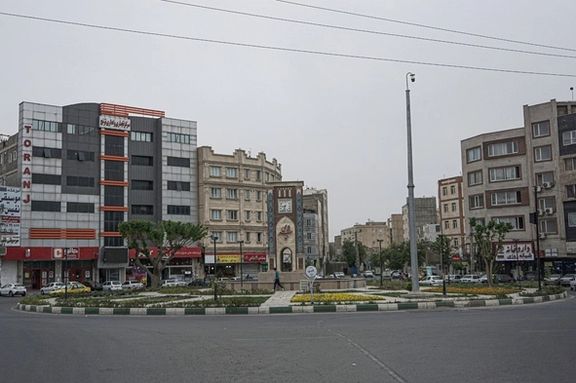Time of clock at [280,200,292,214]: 8:32
